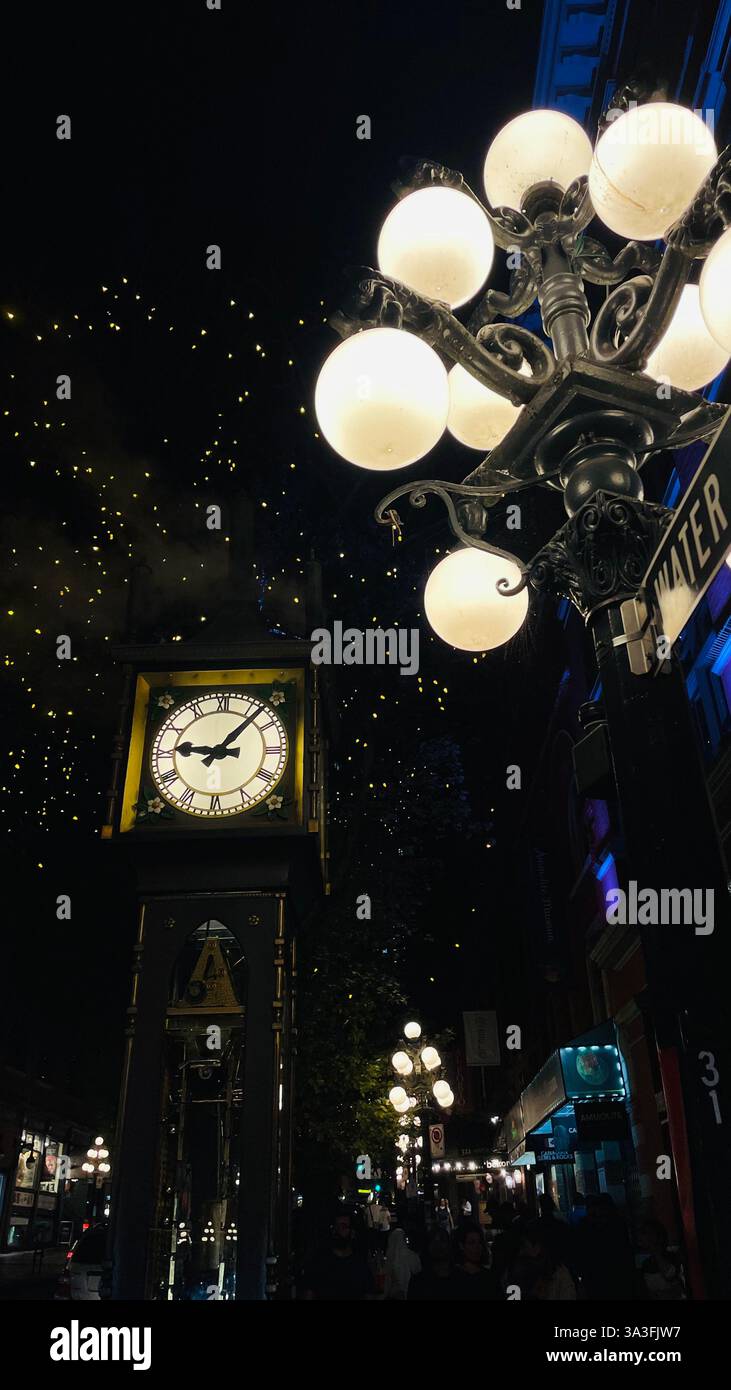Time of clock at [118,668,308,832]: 9:07
